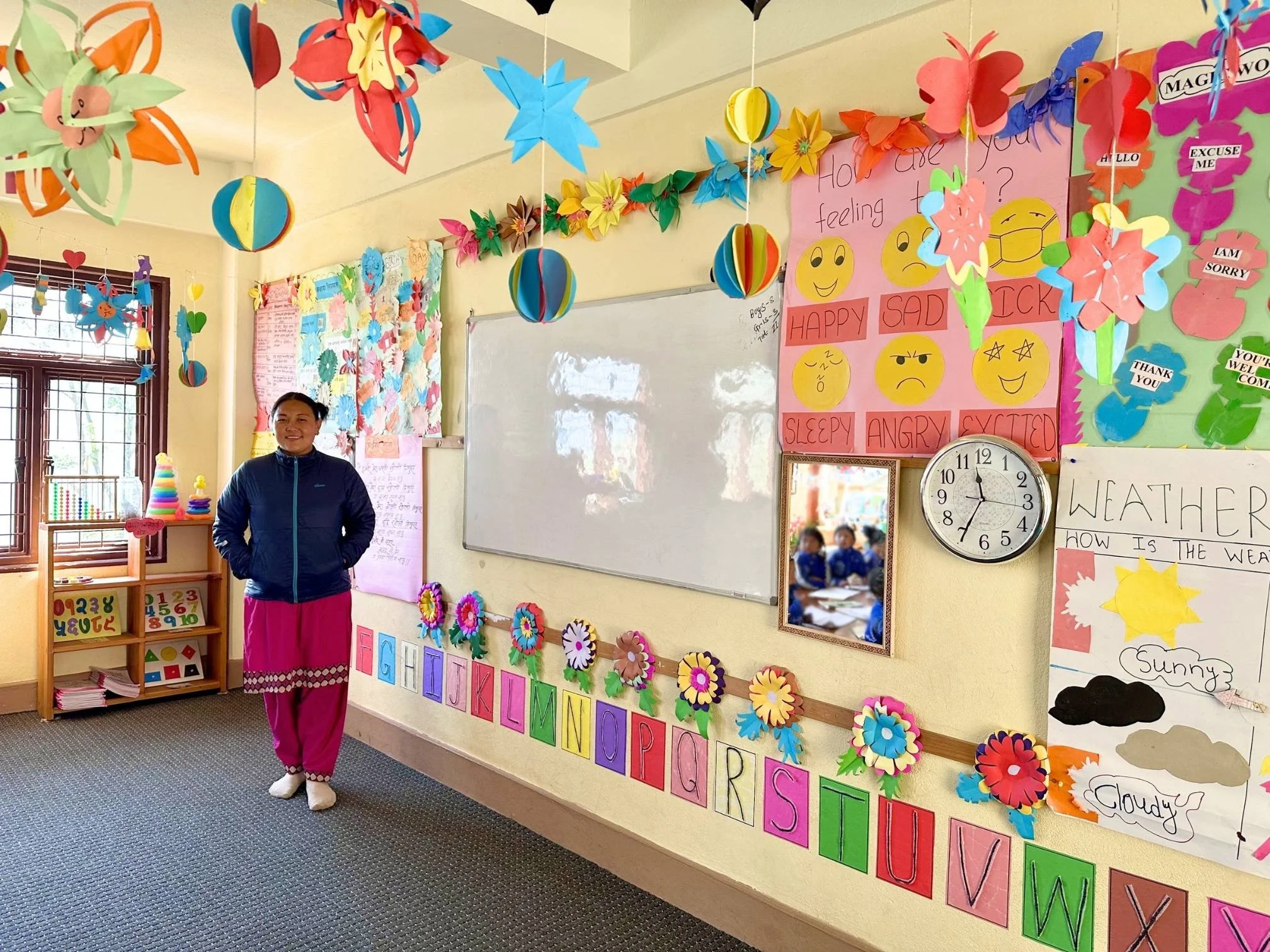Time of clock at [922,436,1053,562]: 11:34
